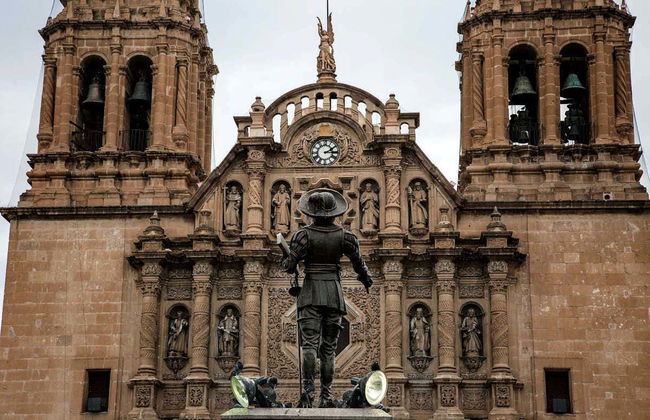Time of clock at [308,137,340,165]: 2:15
